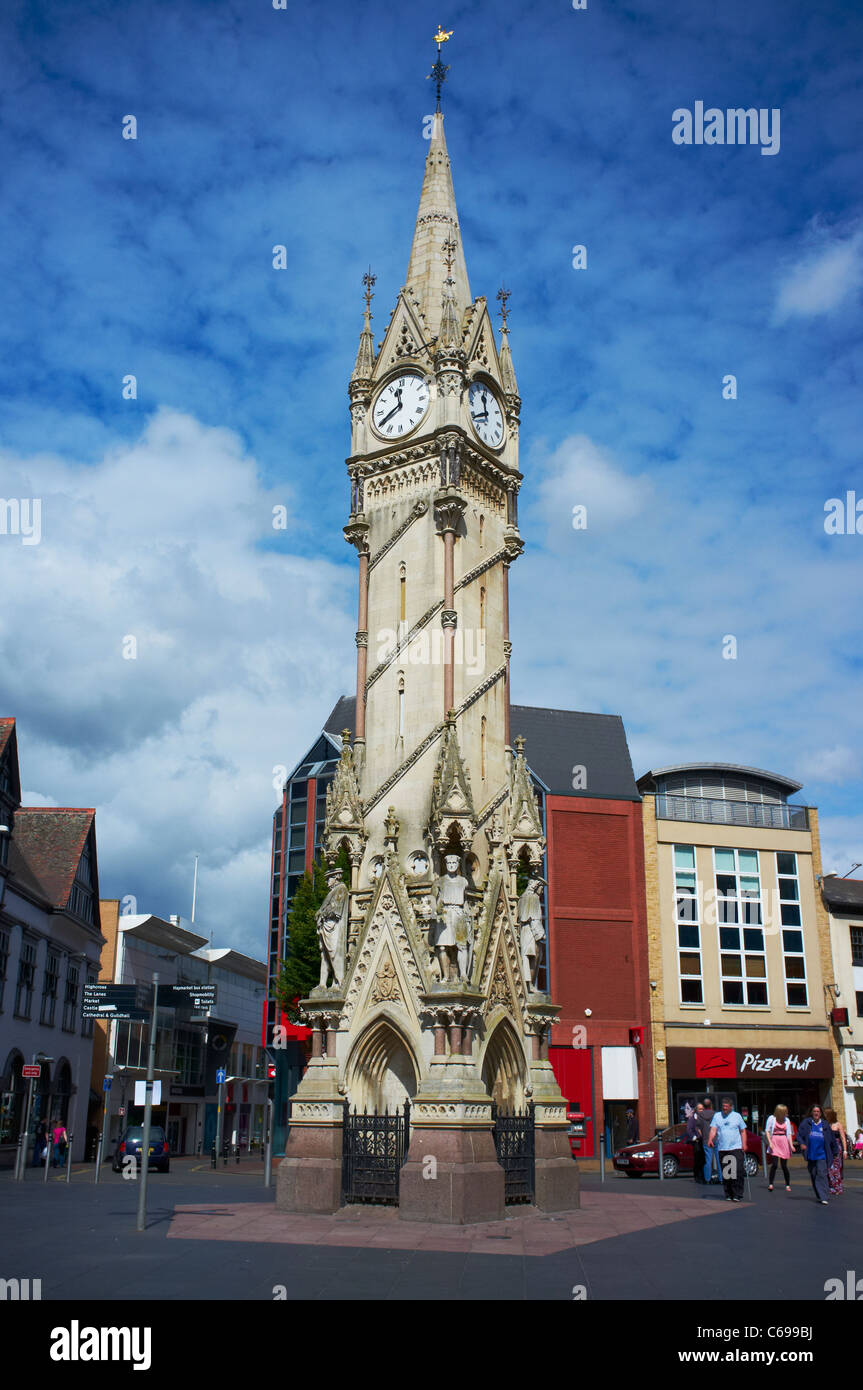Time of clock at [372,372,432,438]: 11:40
